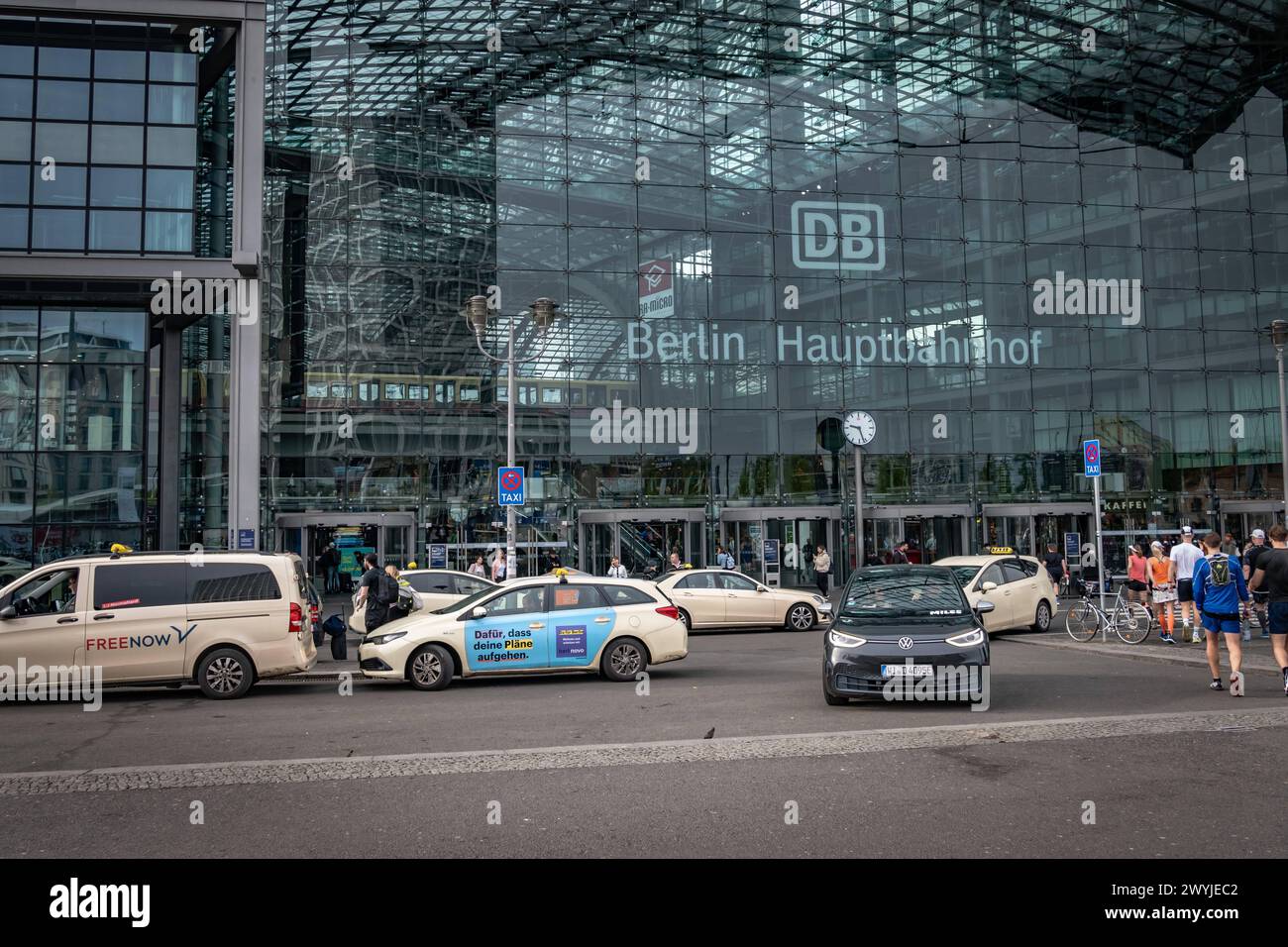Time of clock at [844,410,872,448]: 9:26
